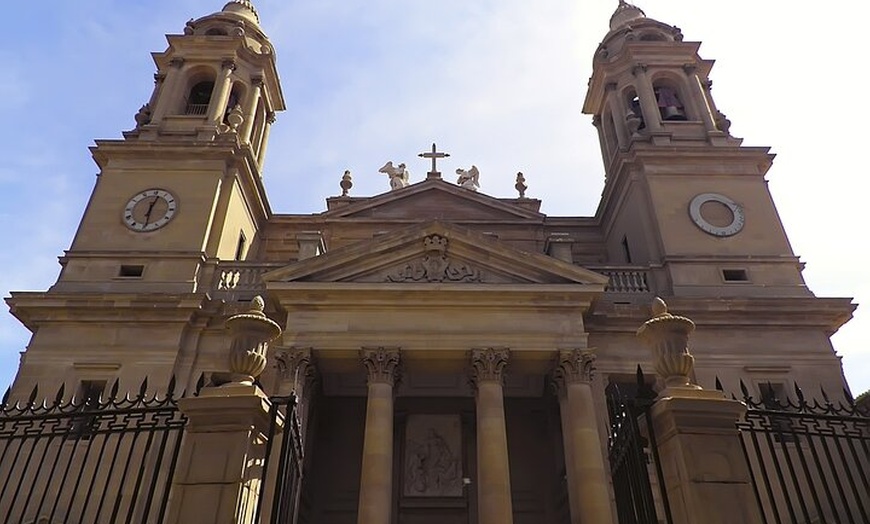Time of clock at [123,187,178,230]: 12:29
